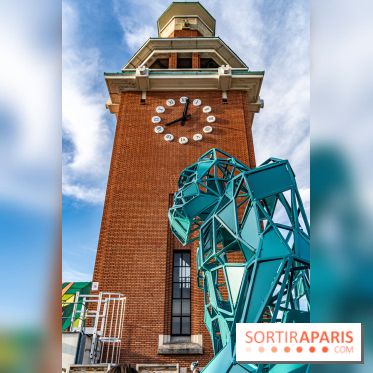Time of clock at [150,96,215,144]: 8:01
